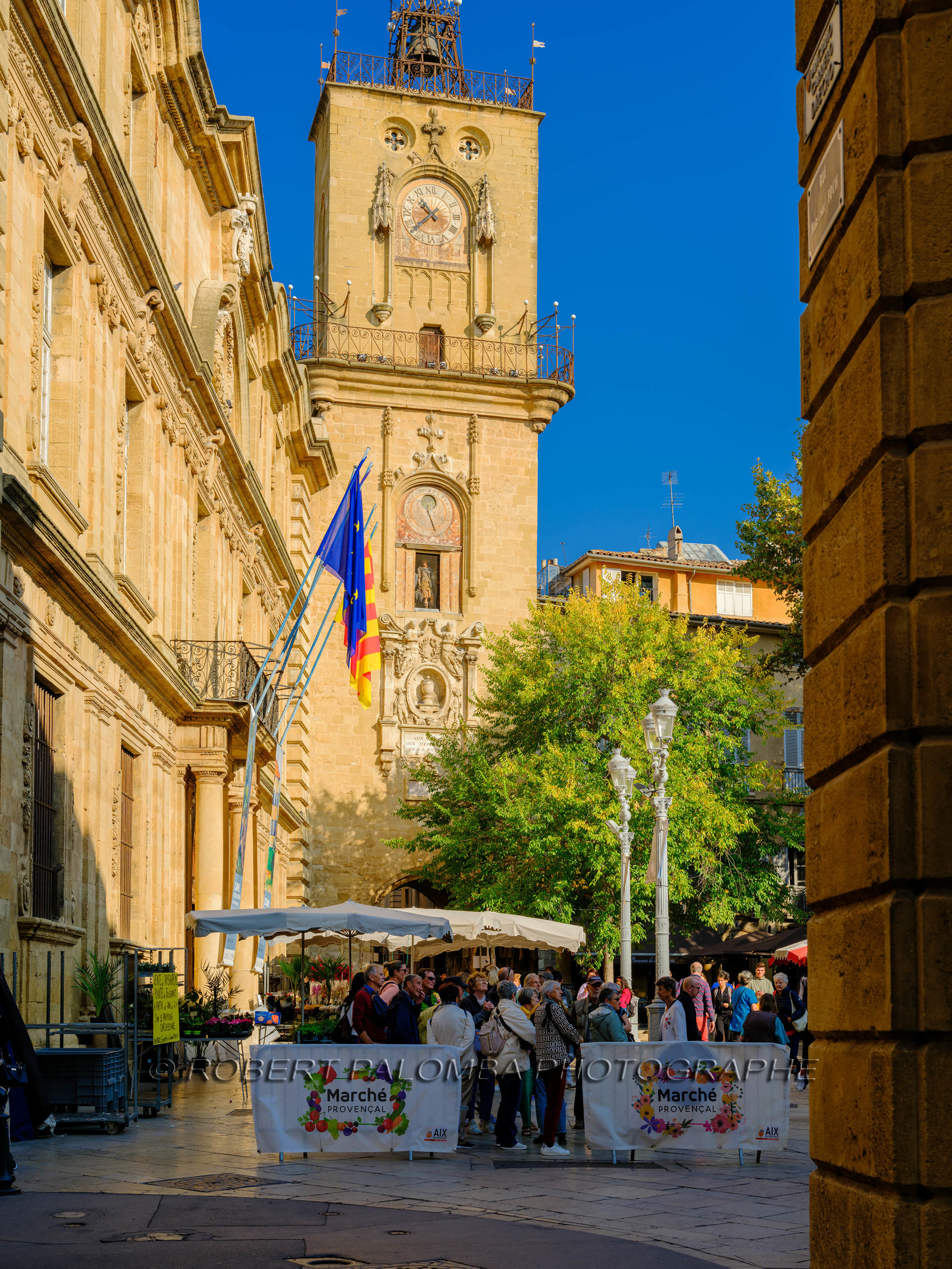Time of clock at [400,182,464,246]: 10:37
